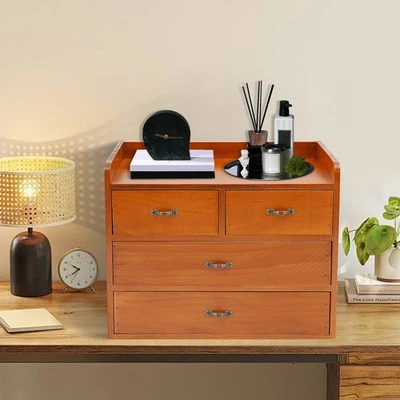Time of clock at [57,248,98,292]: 7:50
